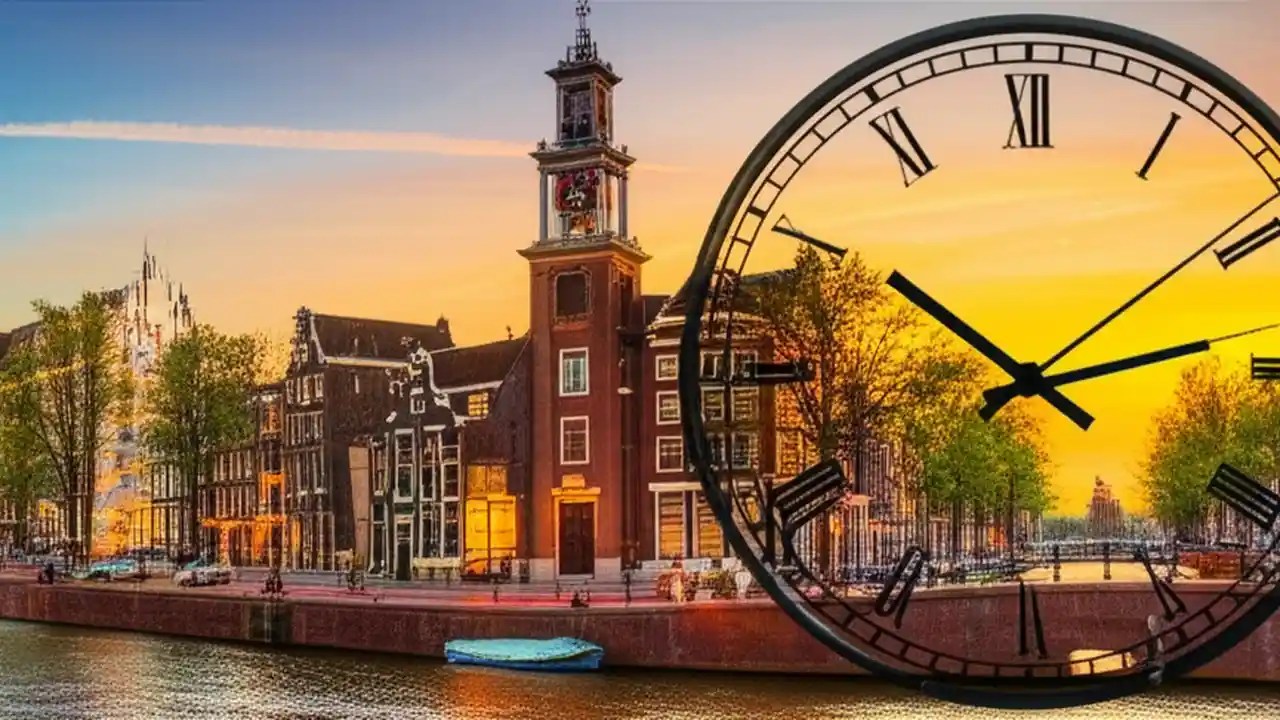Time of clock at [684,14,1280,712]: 10:13
